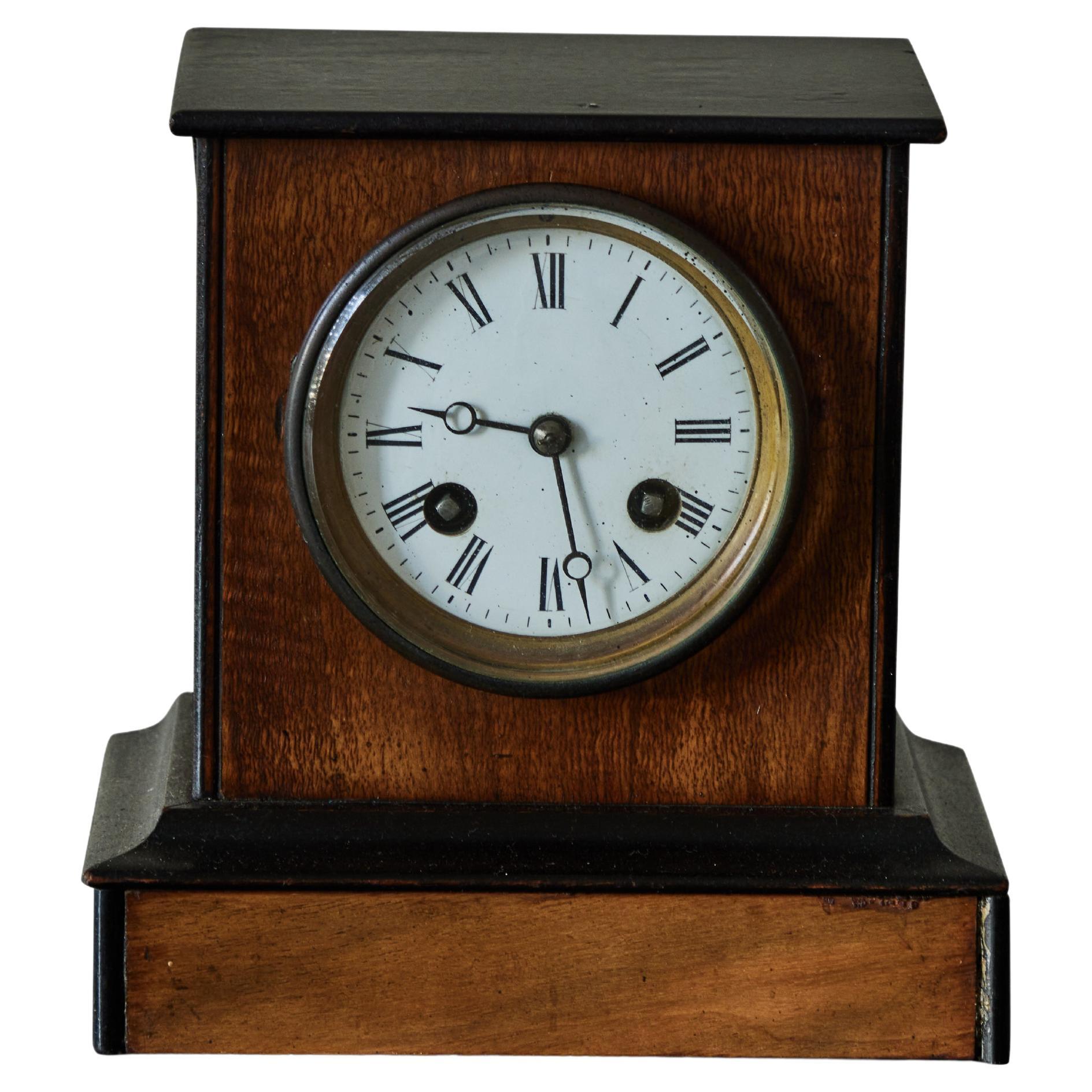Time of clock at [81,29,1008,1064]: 9:27
